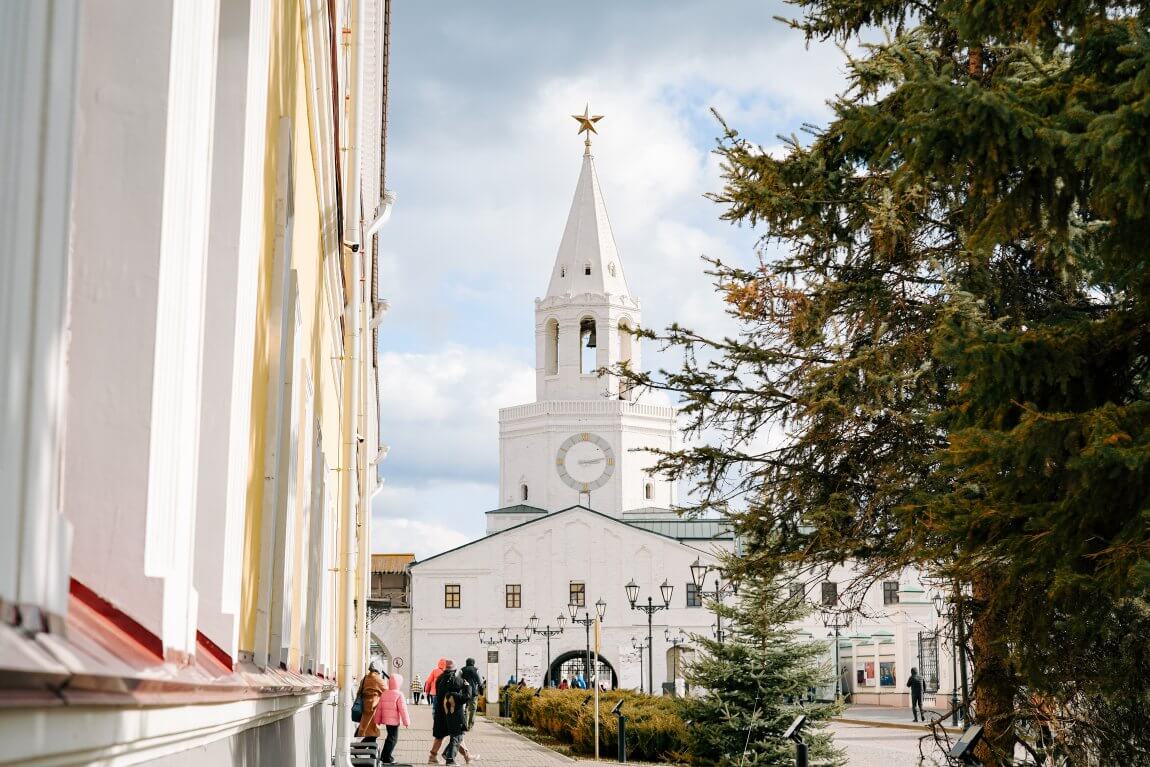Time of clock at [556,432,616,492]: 3:13
